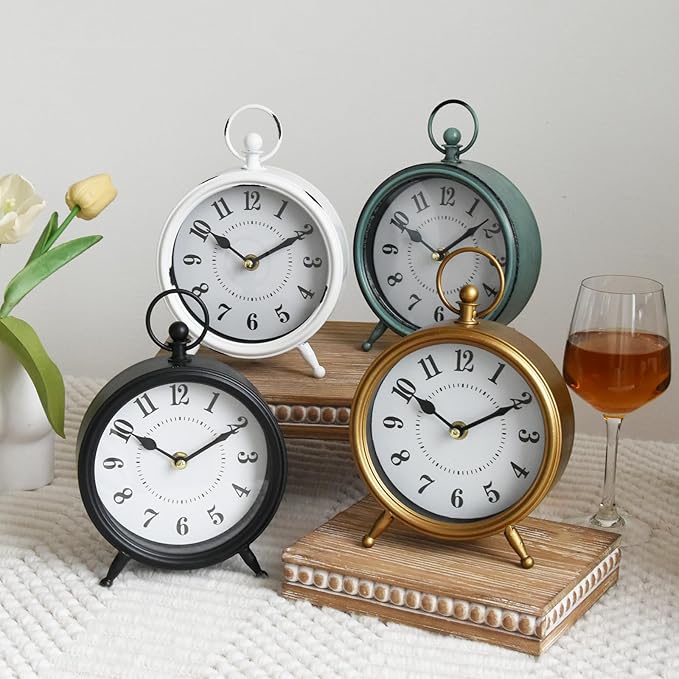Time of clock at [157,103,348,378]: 10:10
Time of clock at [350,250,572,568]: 10:10
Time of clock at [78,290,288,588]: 10:10
